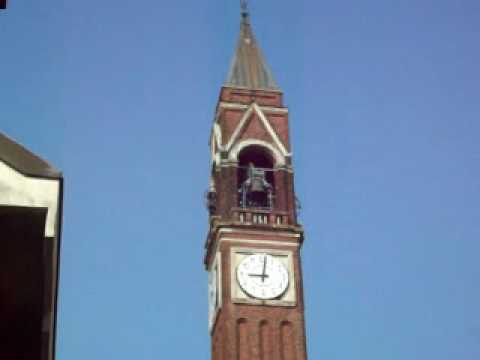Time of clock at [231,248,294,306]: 9:01
